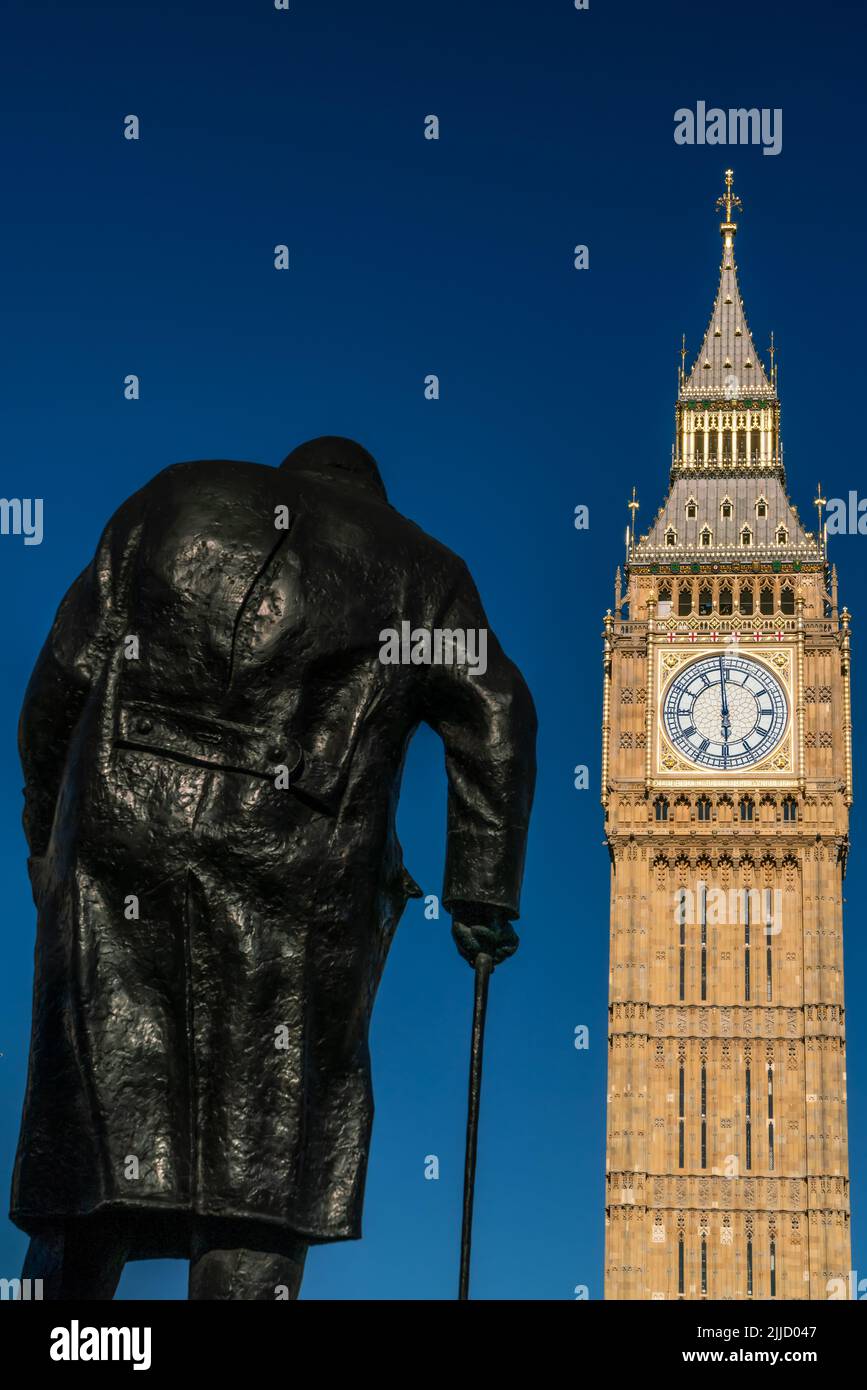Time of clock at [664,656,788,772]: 5:58
